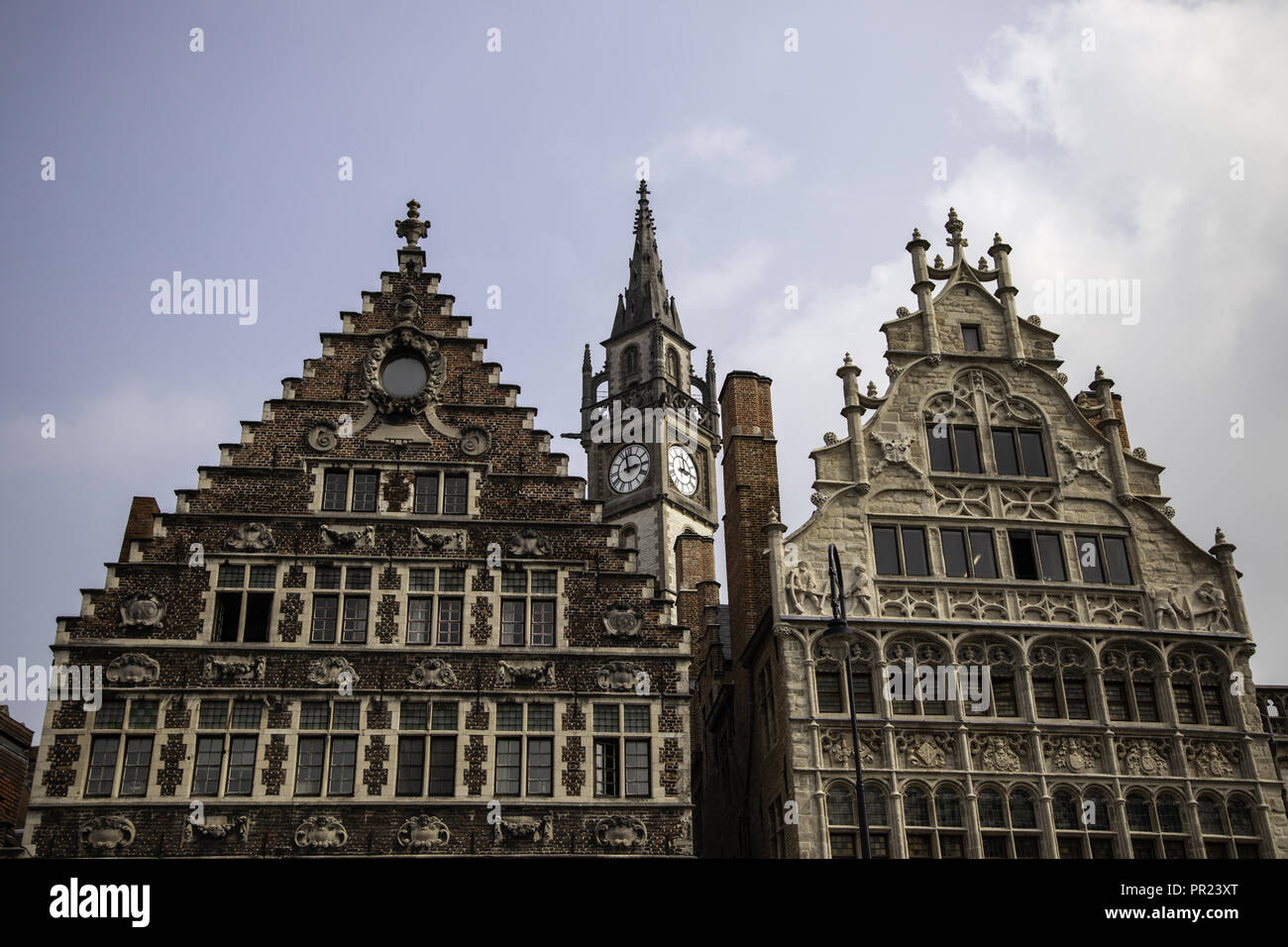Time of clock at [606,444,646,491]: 2:58
